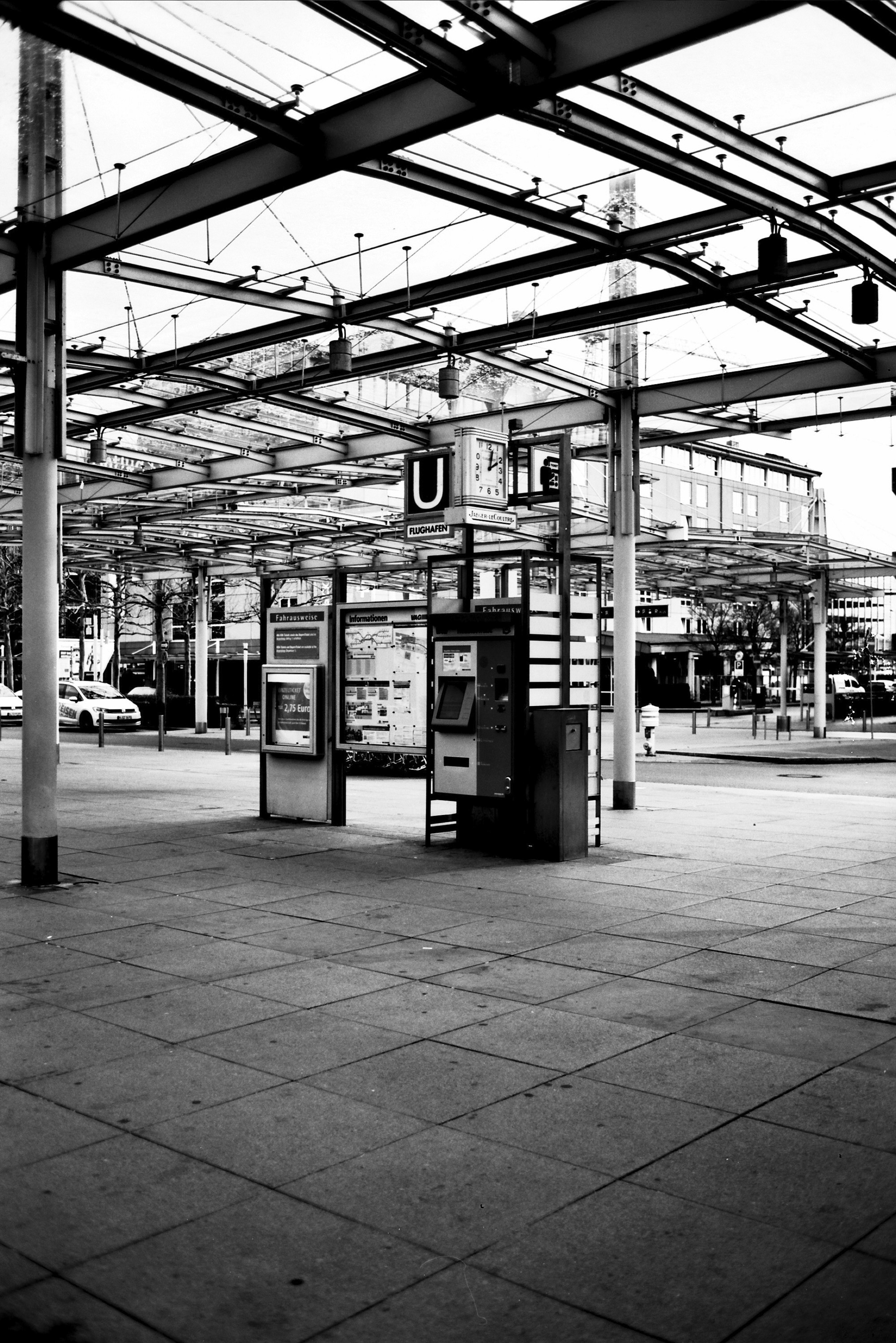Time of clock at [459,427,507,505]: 2:02
